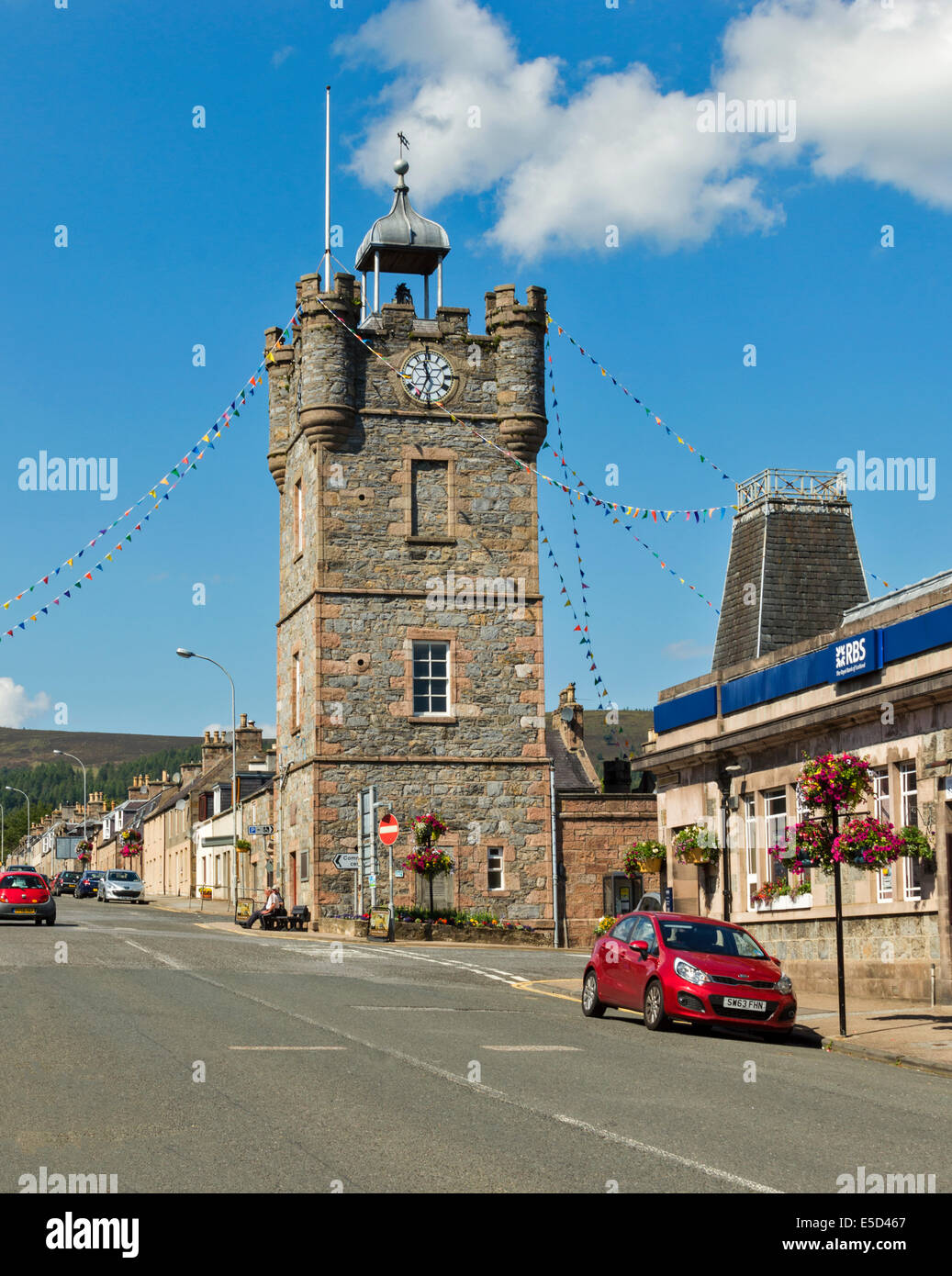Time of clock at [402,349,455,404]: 11:34
